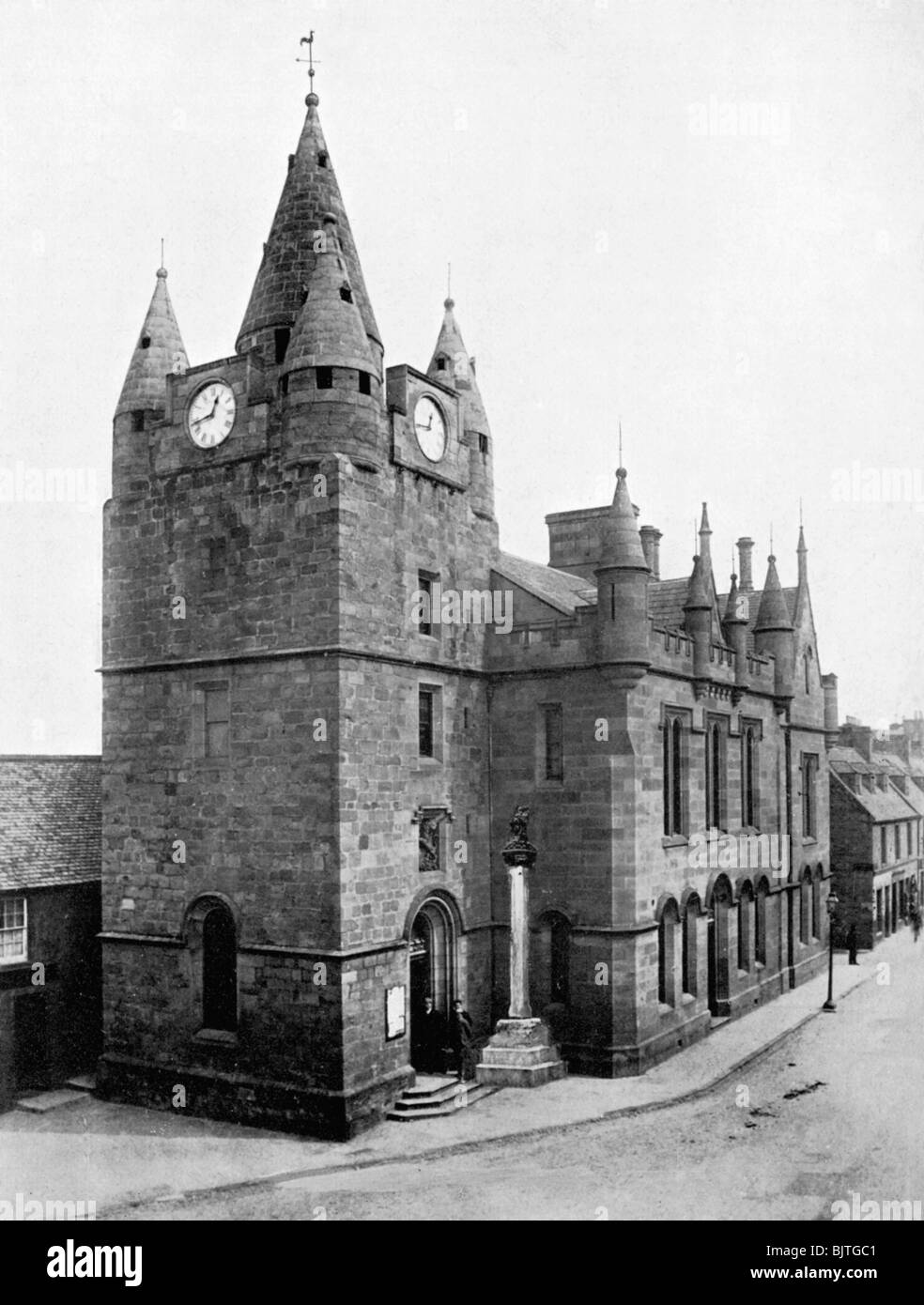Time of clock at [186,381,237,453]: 12:42
